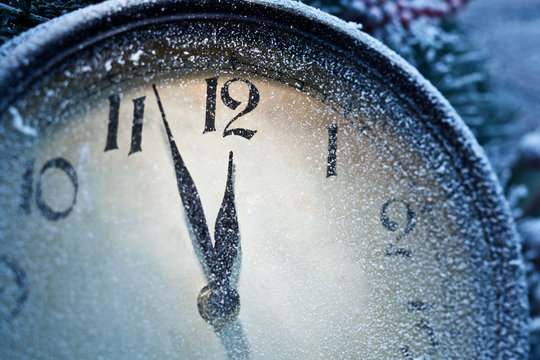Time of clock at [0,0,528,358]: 11:56
